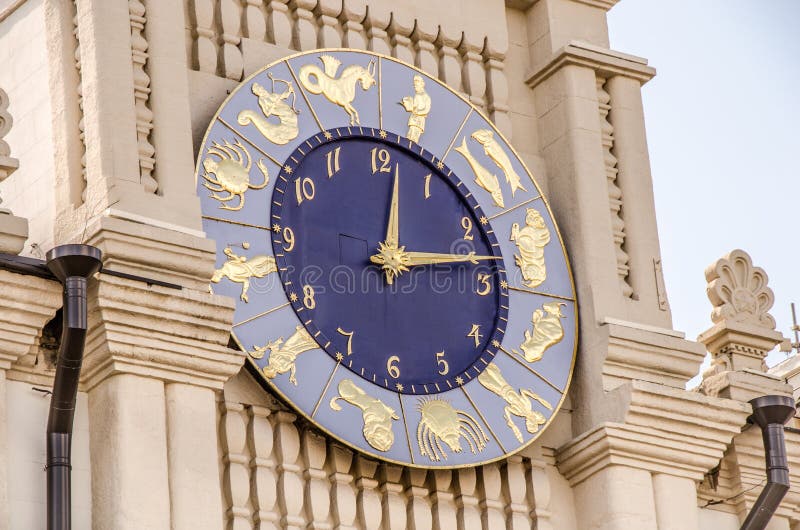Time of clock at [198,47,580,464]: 12:13
